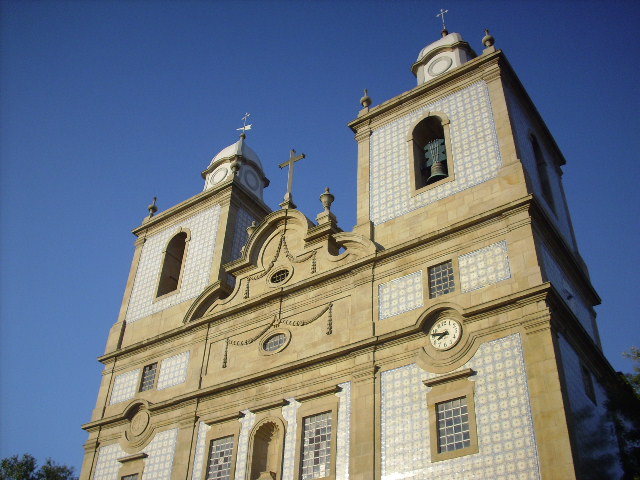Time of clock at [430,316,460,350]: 7:46
